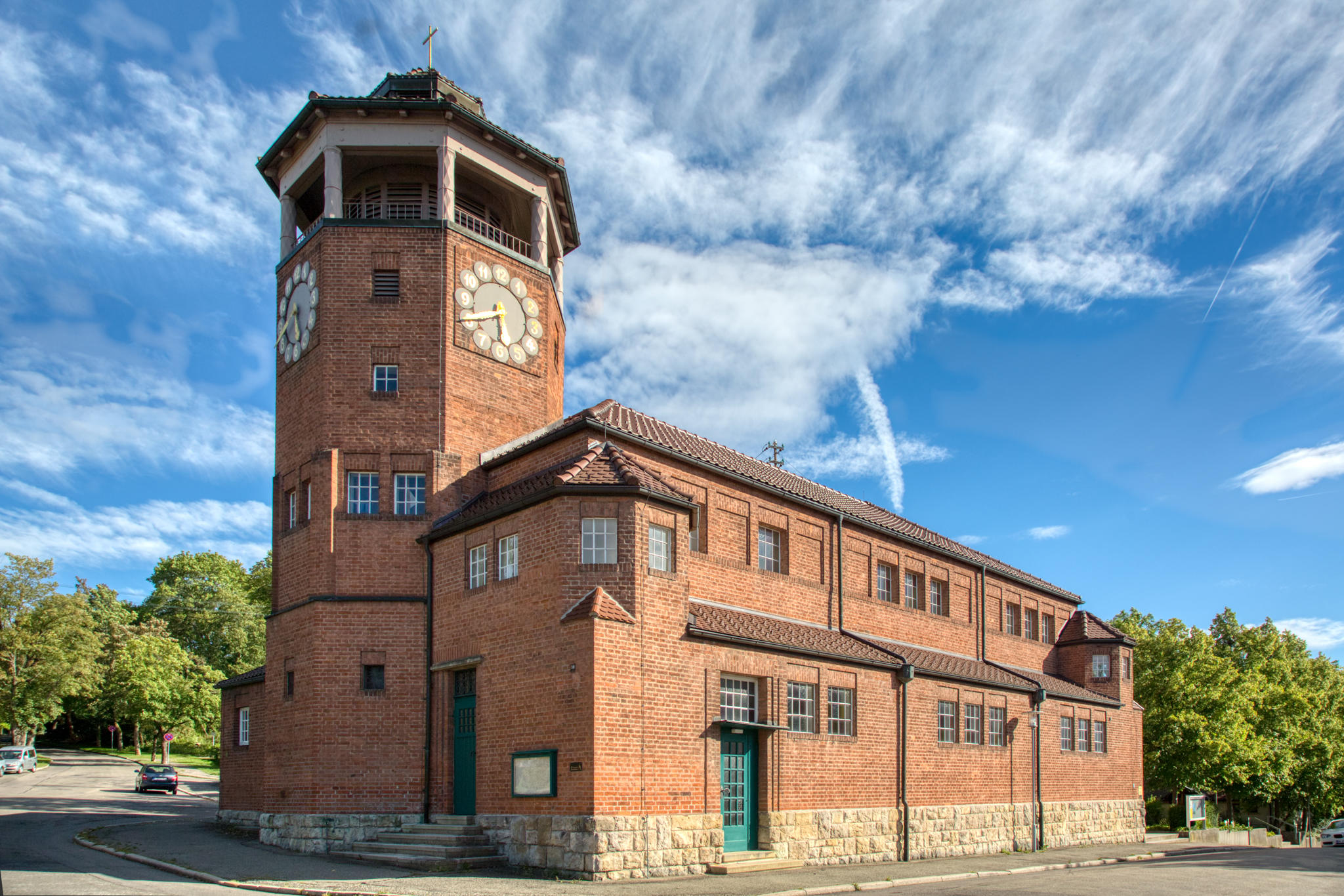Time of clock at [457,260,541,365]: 5:40
